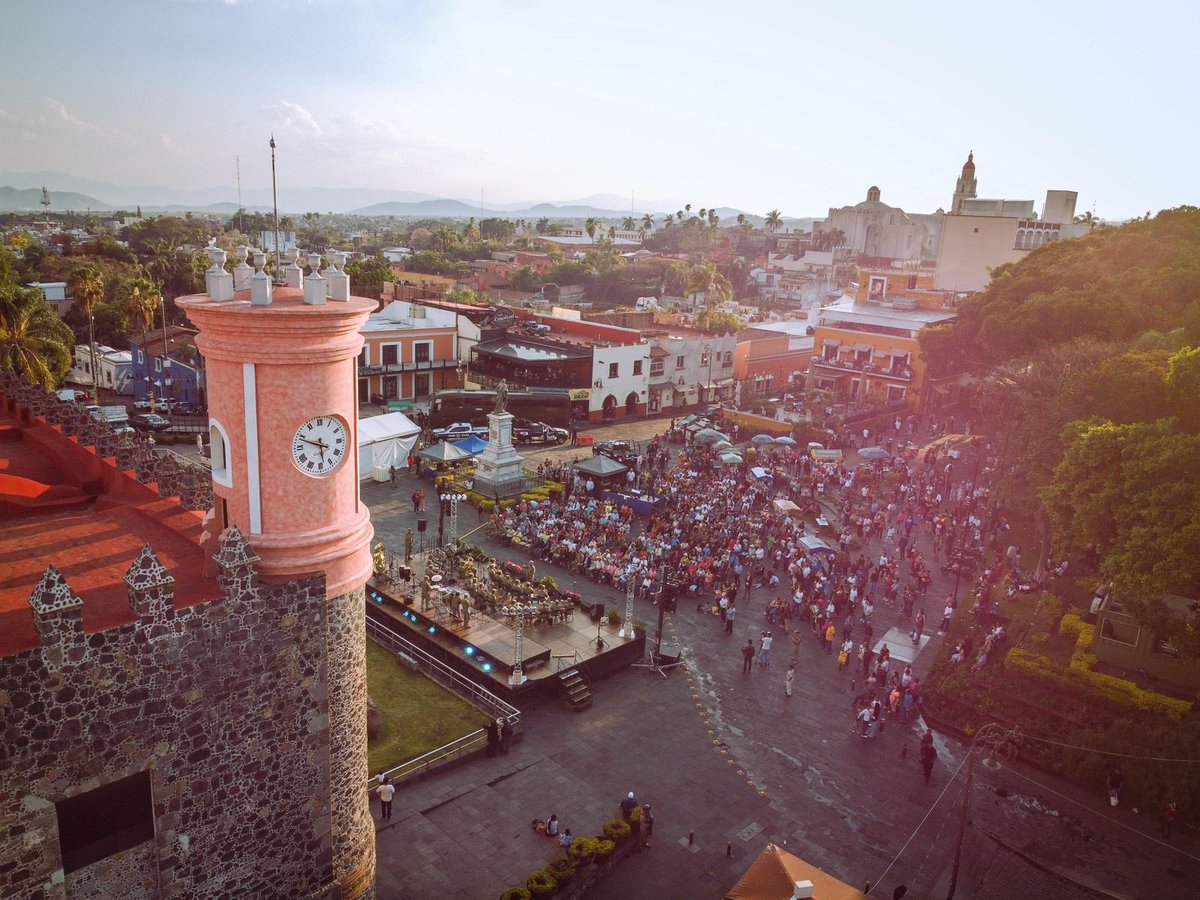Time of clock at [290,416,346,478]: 5:48
